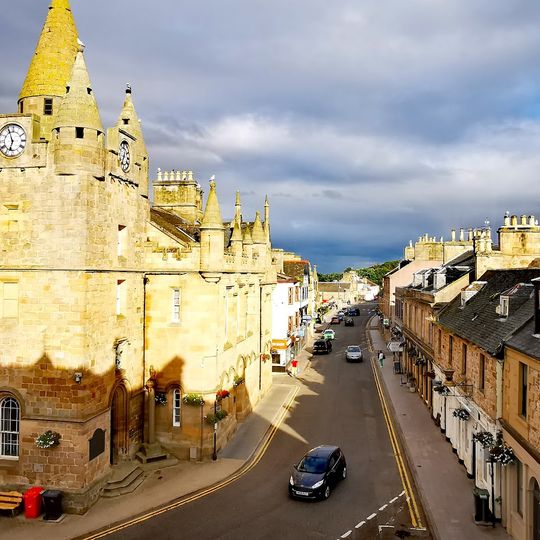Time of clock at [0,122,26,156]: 6:56
